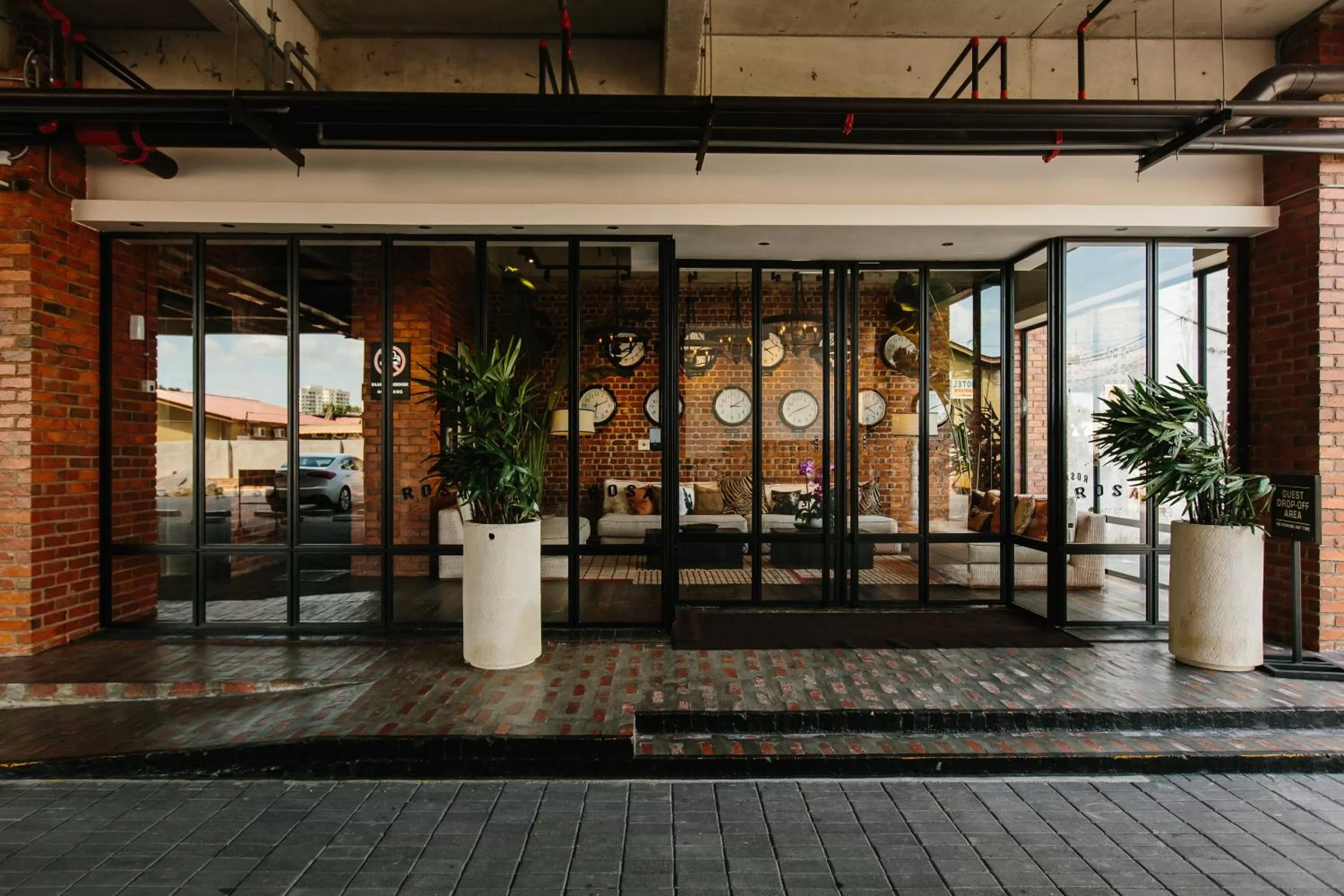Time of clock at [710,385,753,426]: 3:10
